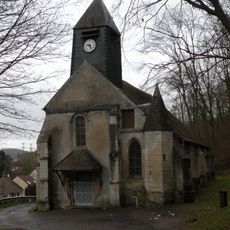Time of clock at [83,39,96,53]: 9:25
